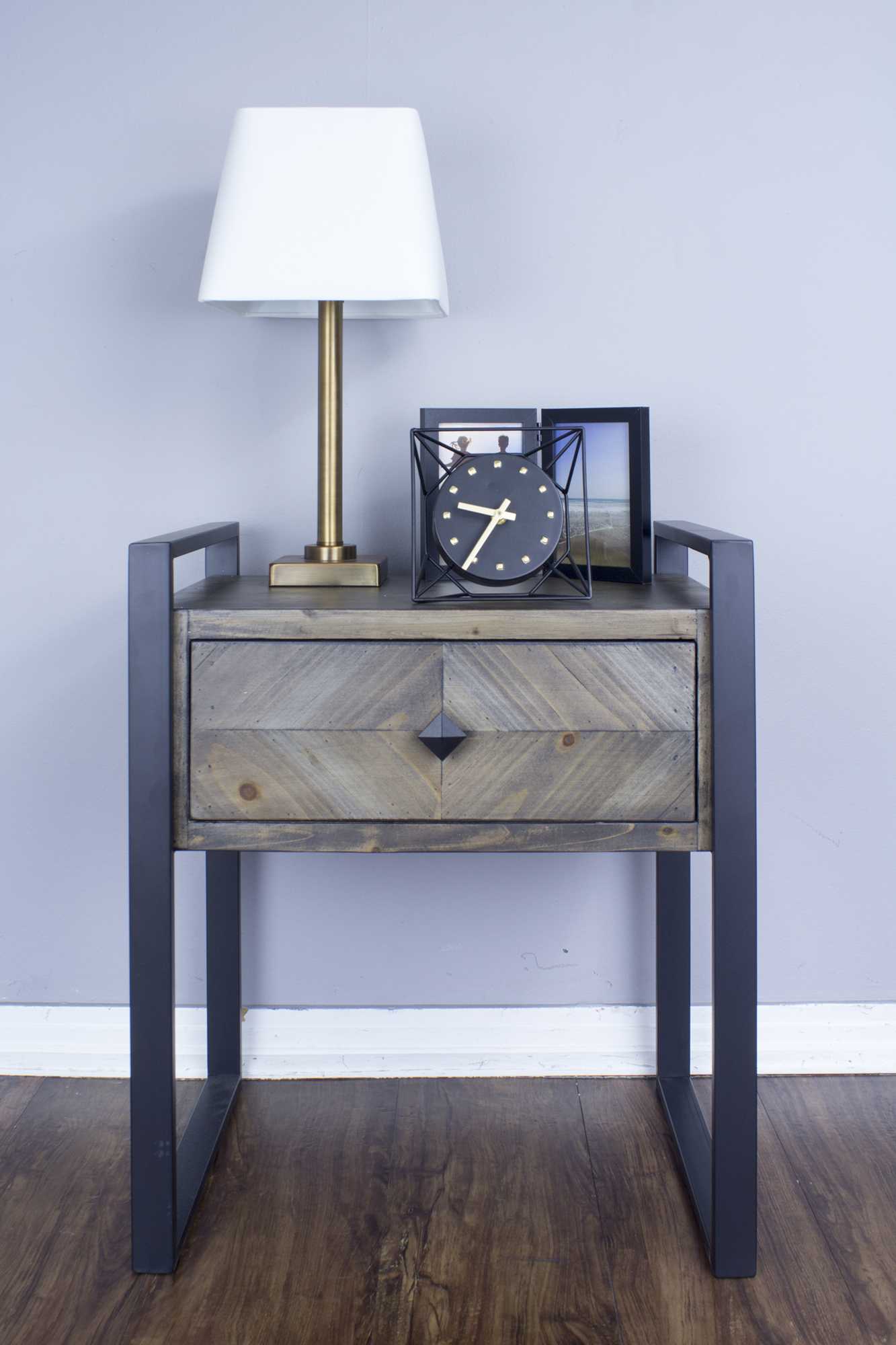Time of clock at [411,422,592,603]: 9:35
